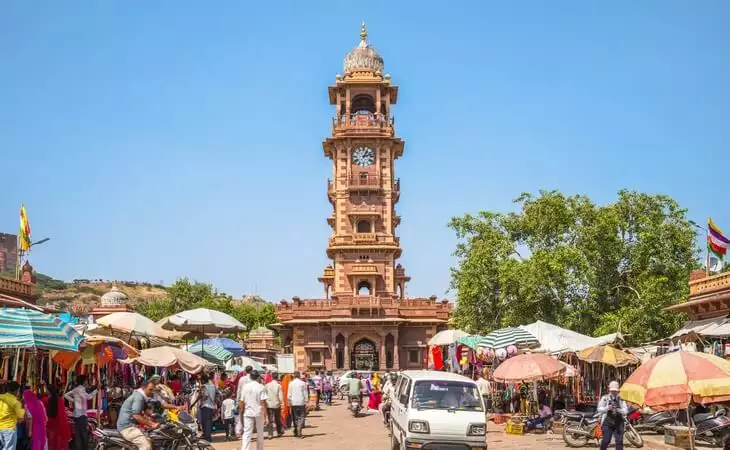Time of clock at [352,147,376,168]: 1:12
